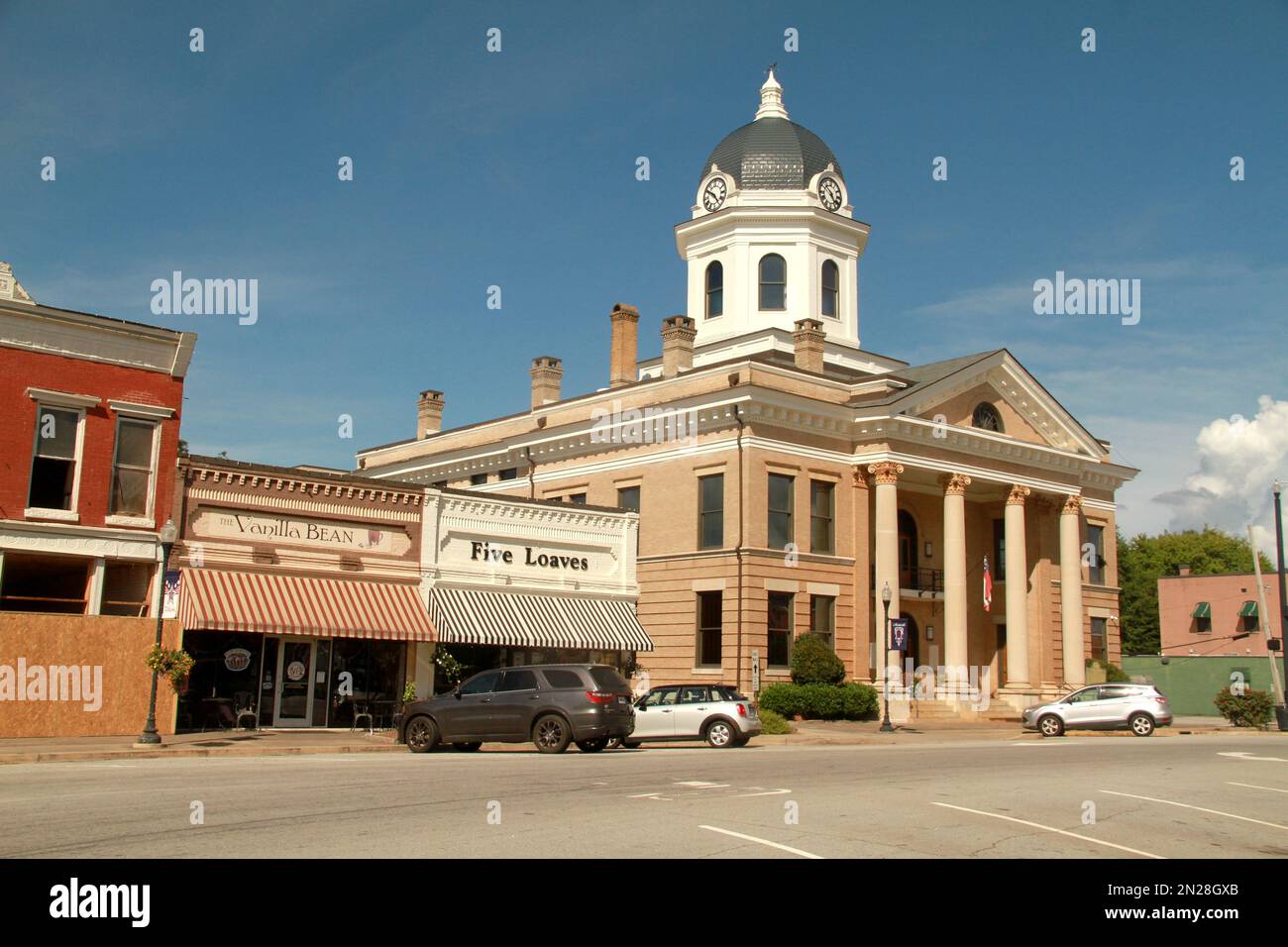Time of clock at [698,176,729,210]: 4:50
